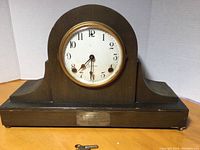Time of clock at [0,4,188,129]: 7:31
